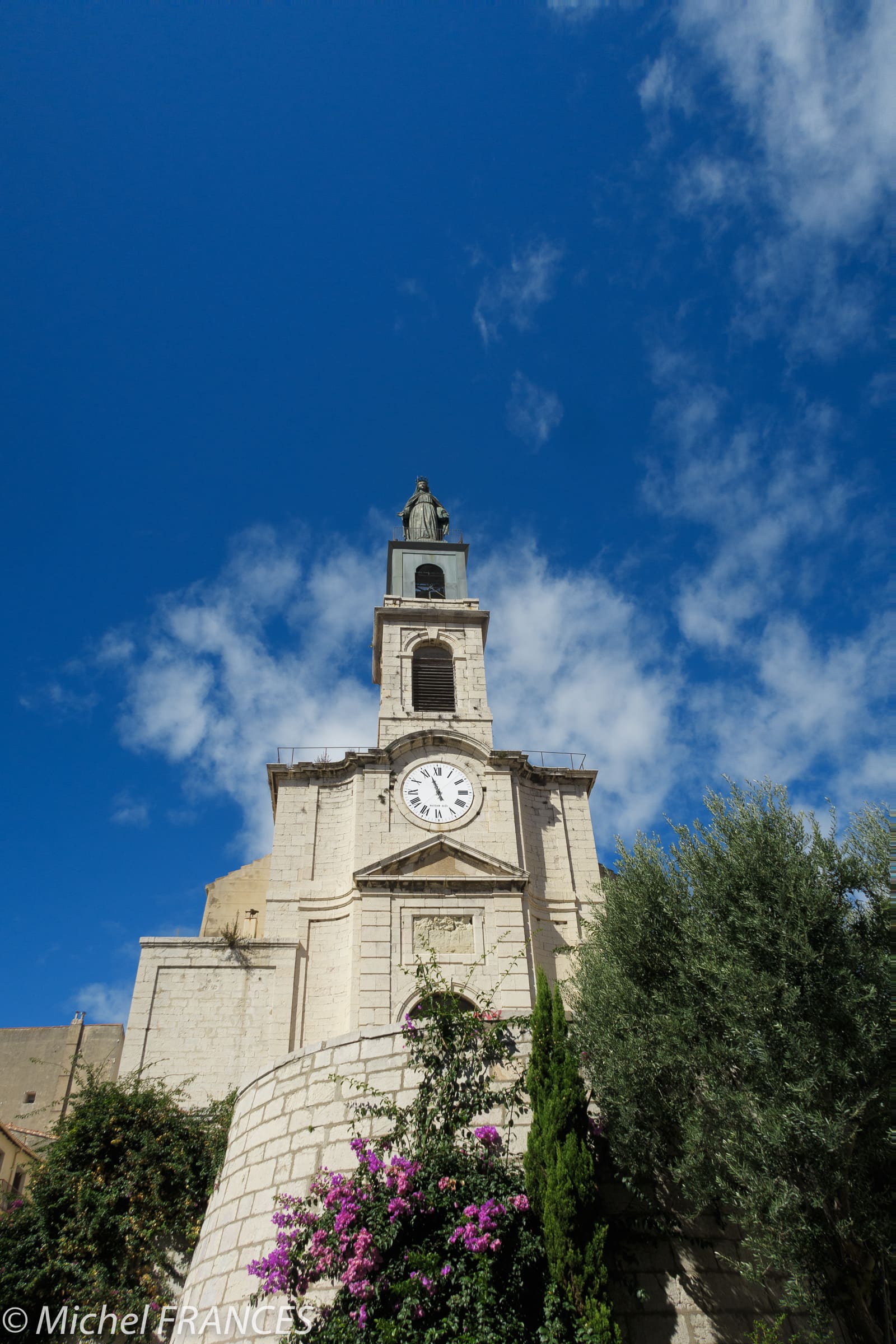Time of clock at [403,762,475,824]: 4:56
